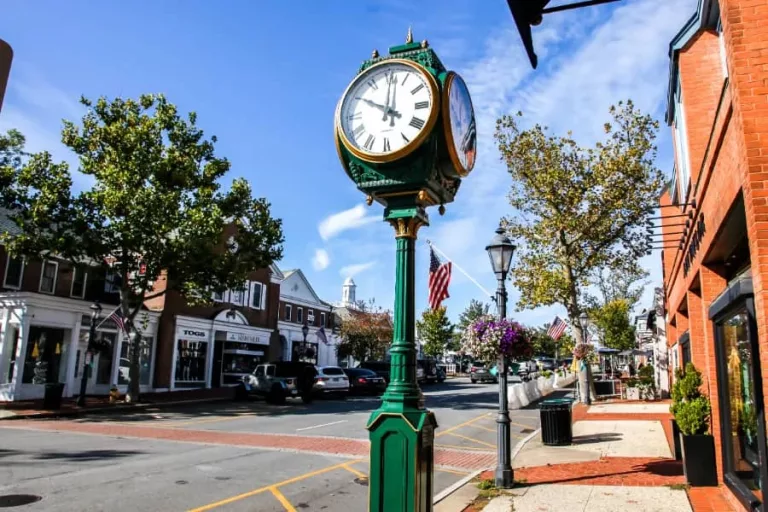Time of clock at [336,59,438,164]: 10:00
